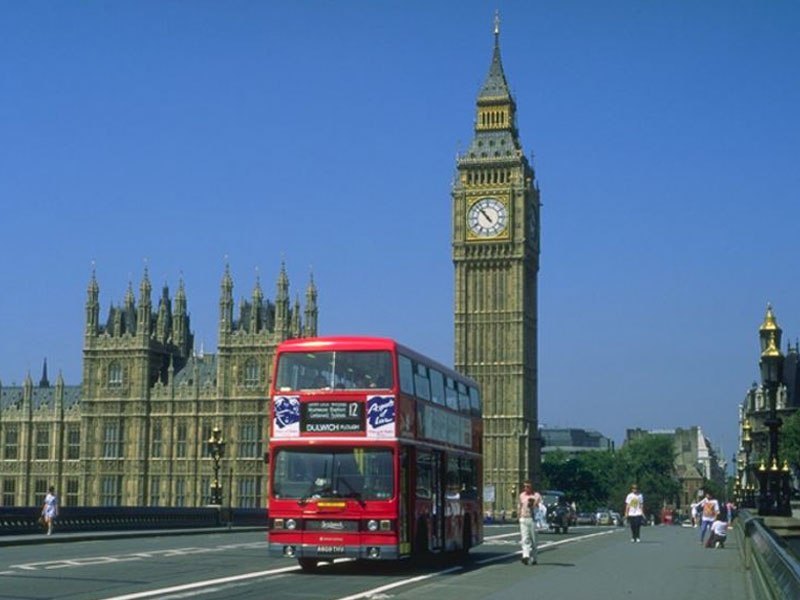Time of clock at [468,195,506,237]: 10:53
